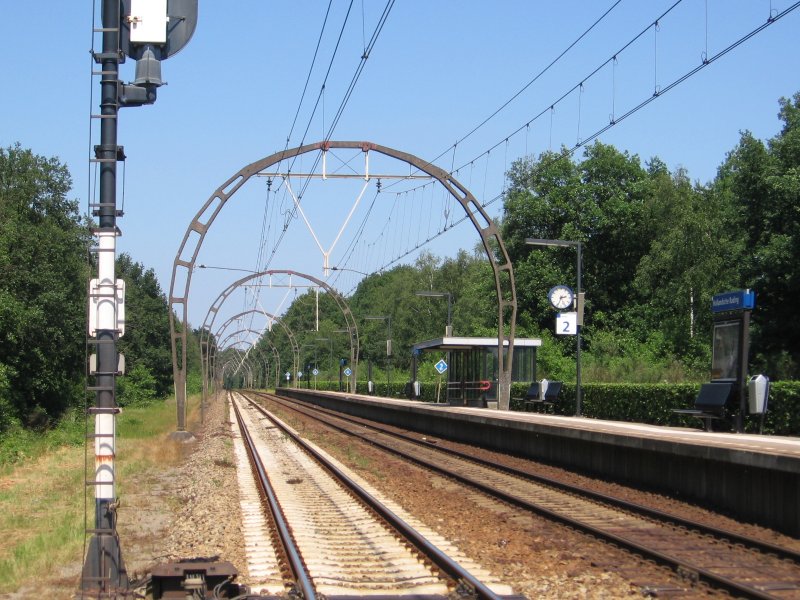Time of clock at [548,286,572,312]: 2:34
